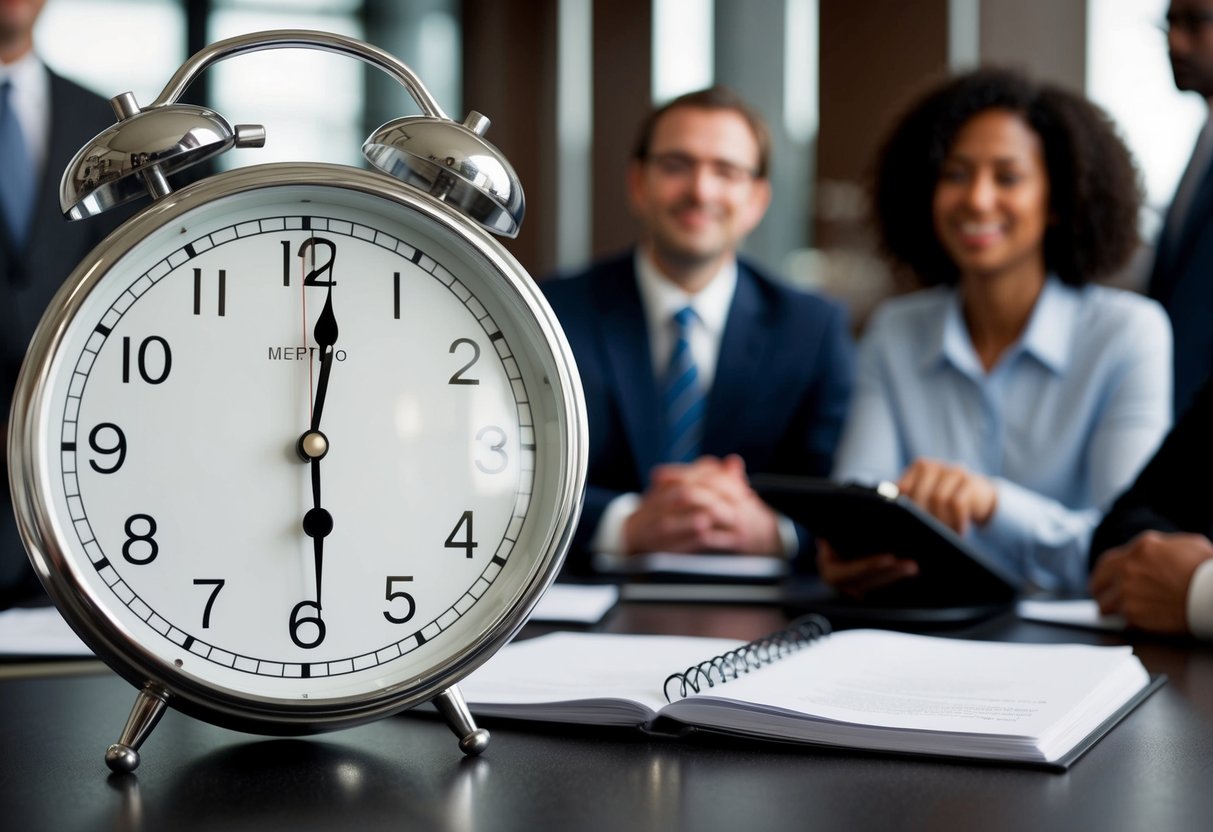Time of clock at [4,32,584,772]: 6:01
